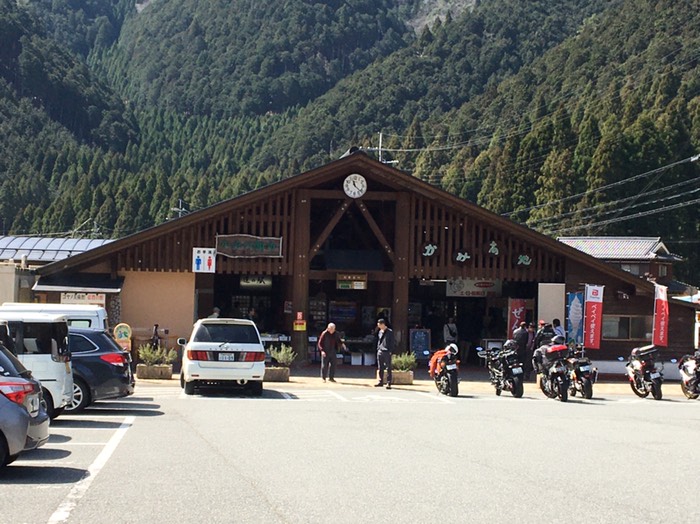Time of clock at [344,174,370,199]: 11:21
